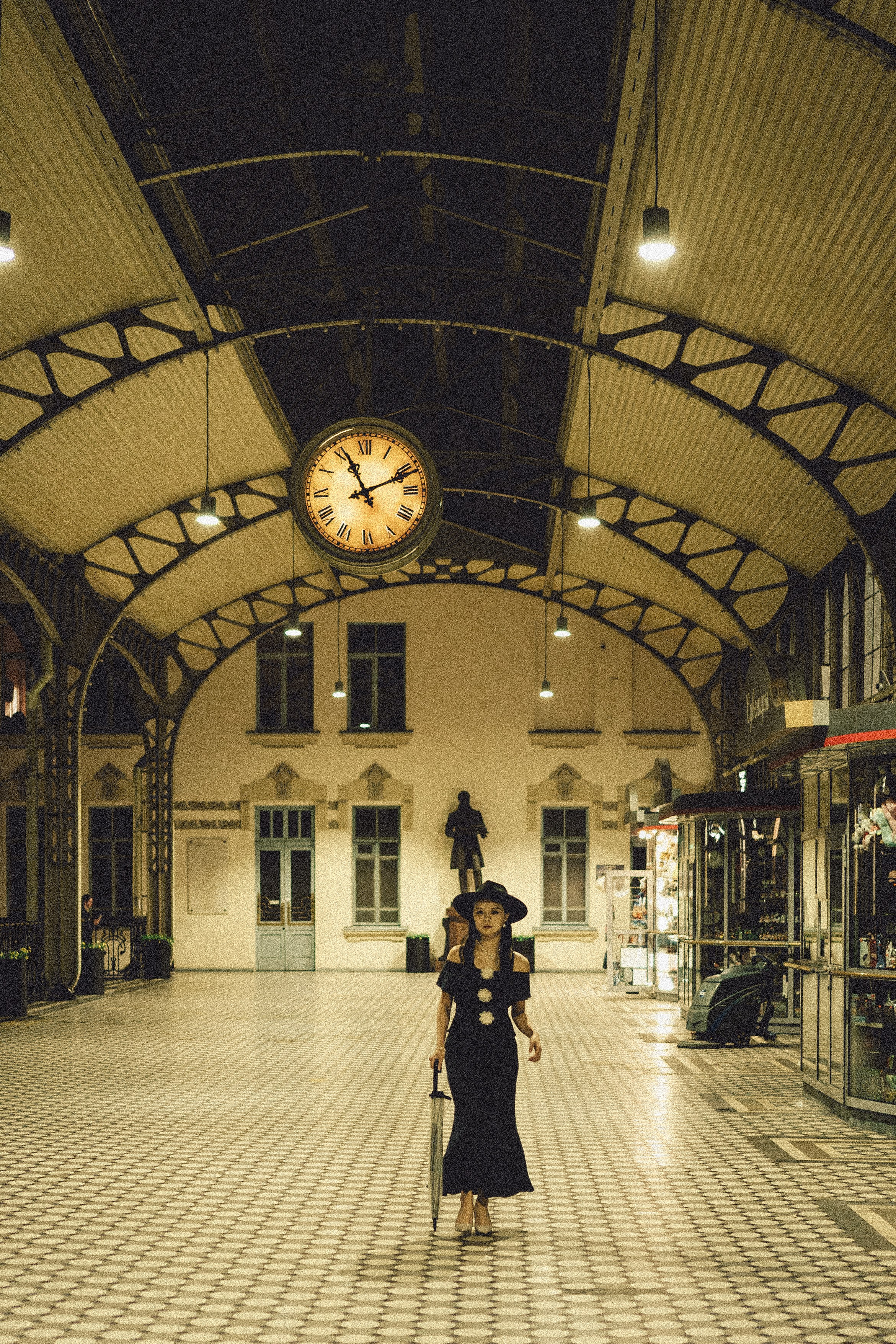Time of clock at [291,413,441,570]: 11:11
